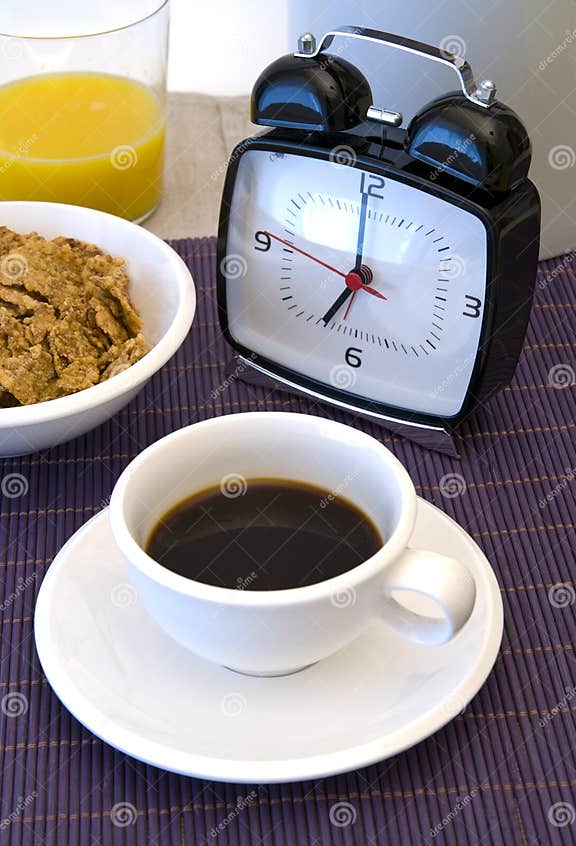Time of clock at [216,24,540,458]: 6:58
